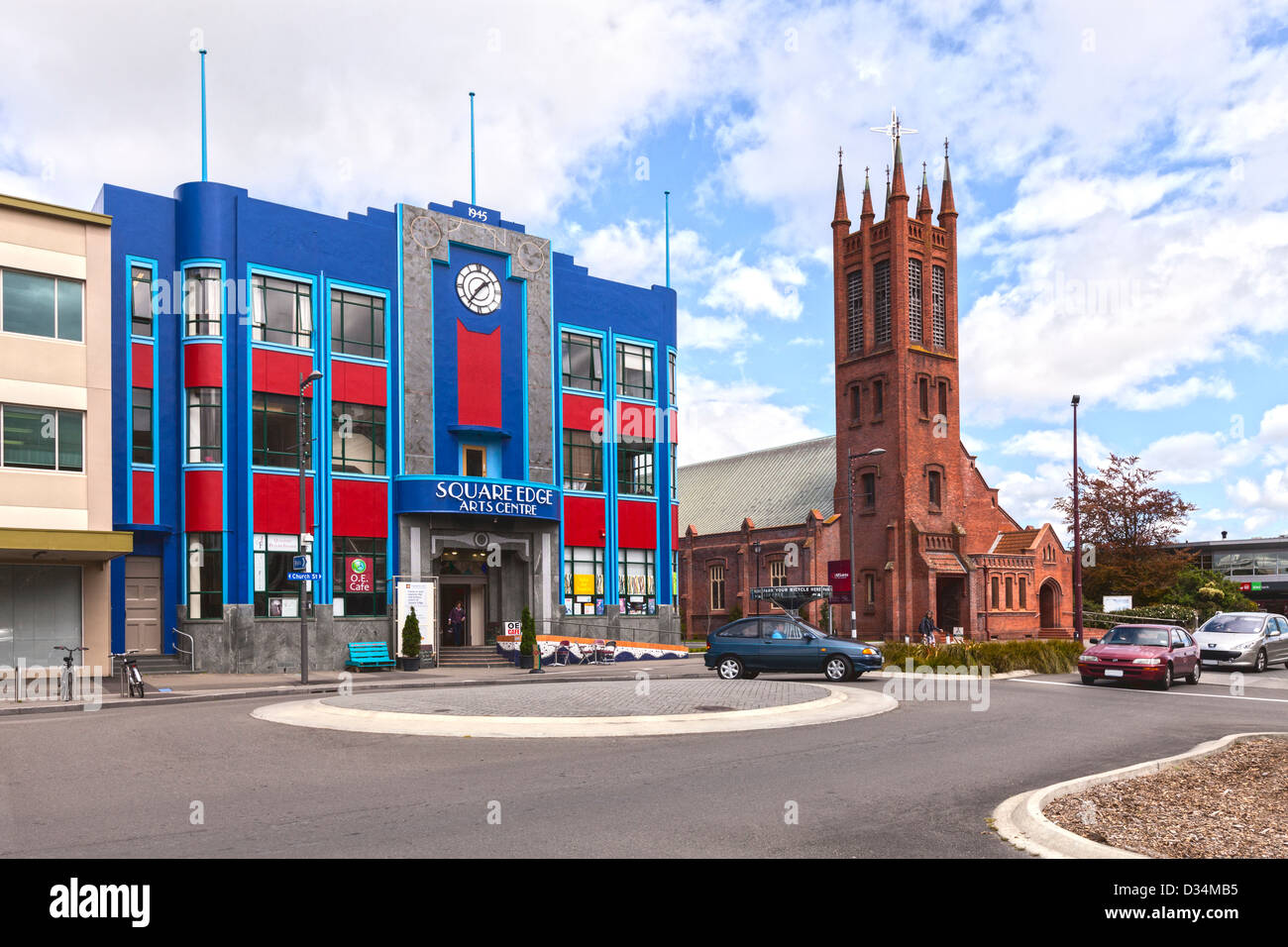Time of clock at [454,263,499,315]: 1:36
